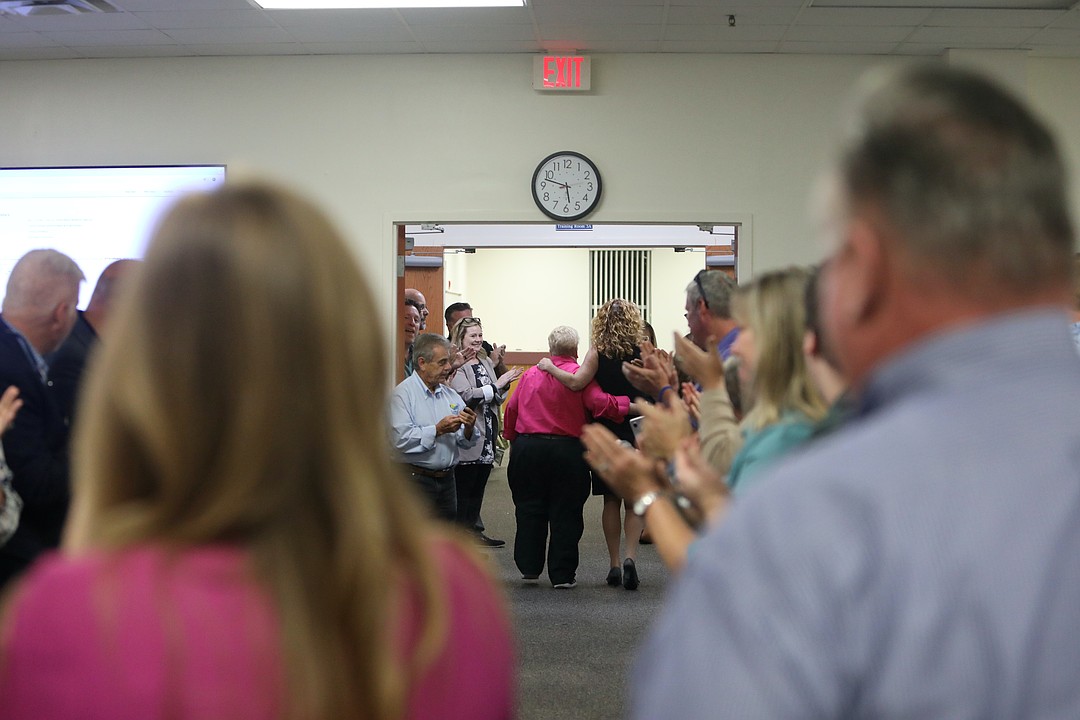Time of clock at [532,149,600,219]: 5:47
